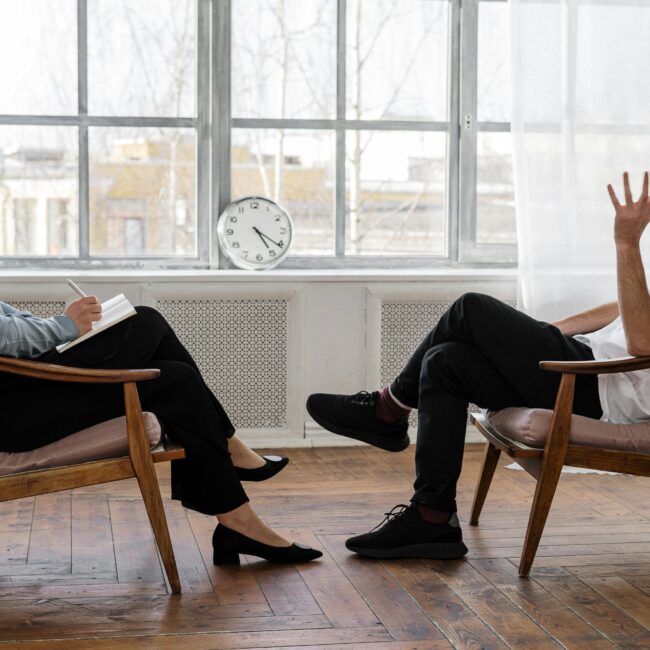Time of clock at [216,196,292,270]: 5:21
